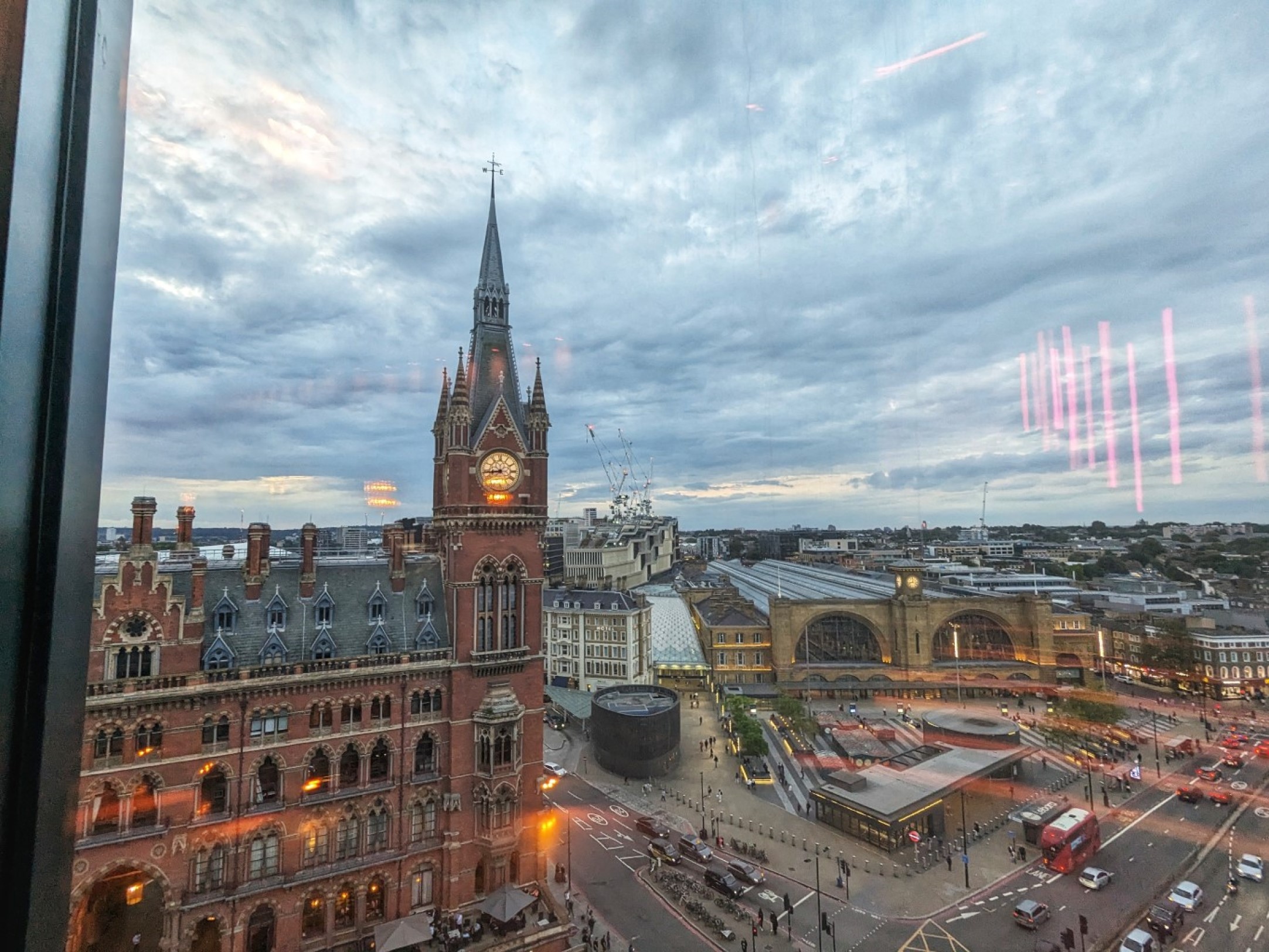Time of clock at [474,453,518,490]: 8:43
